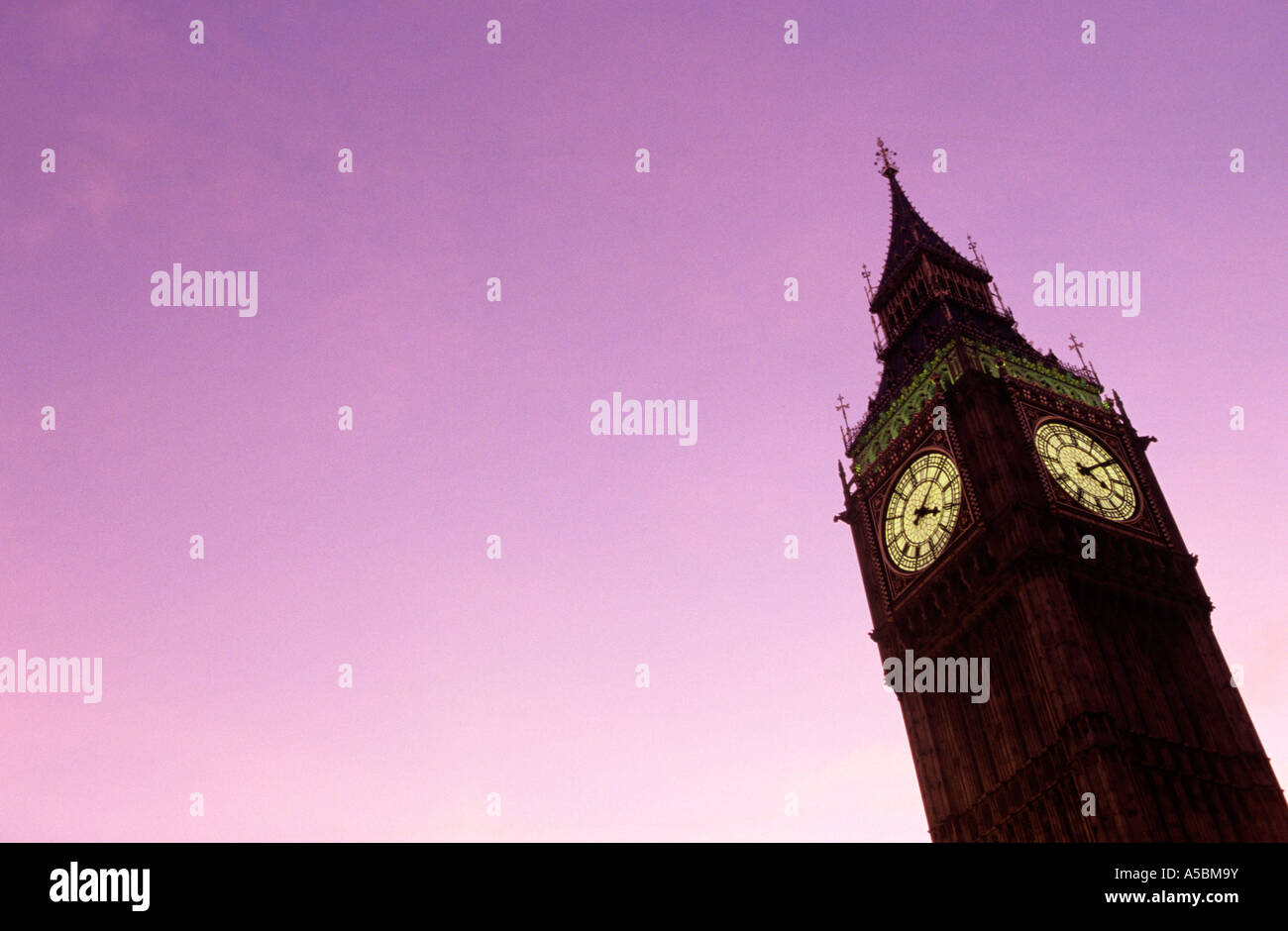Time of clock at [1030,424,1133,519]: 4:09
